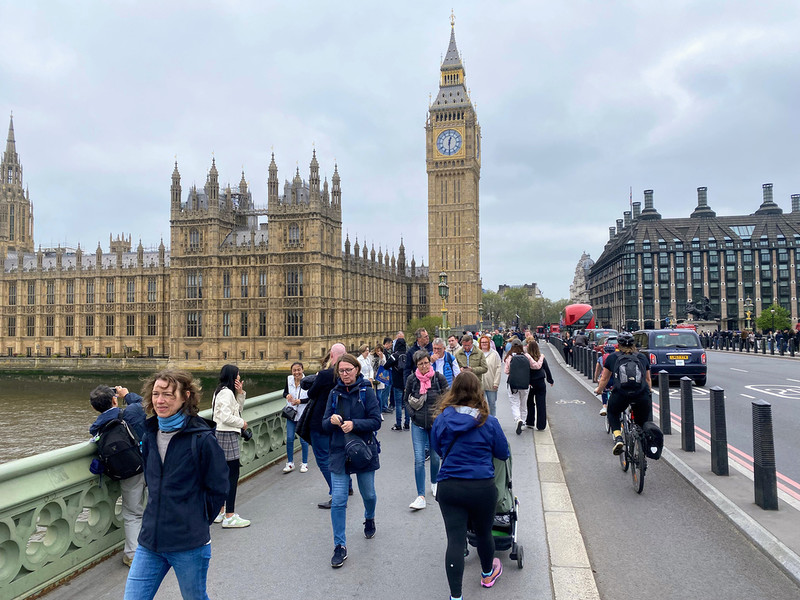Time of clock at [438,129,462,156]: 12:29
